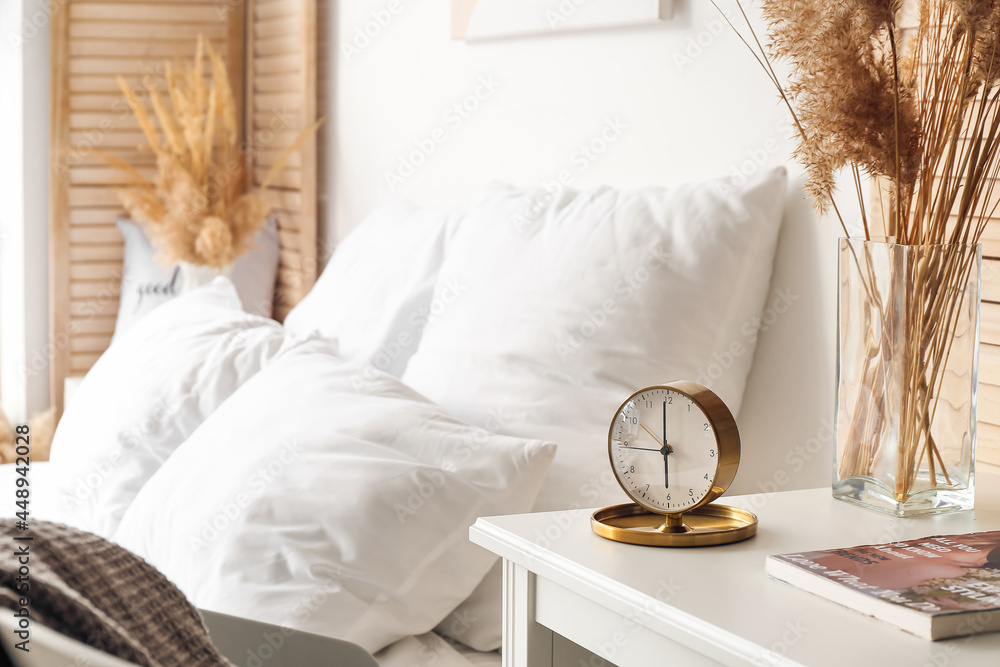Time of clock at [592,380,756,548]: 5:59
